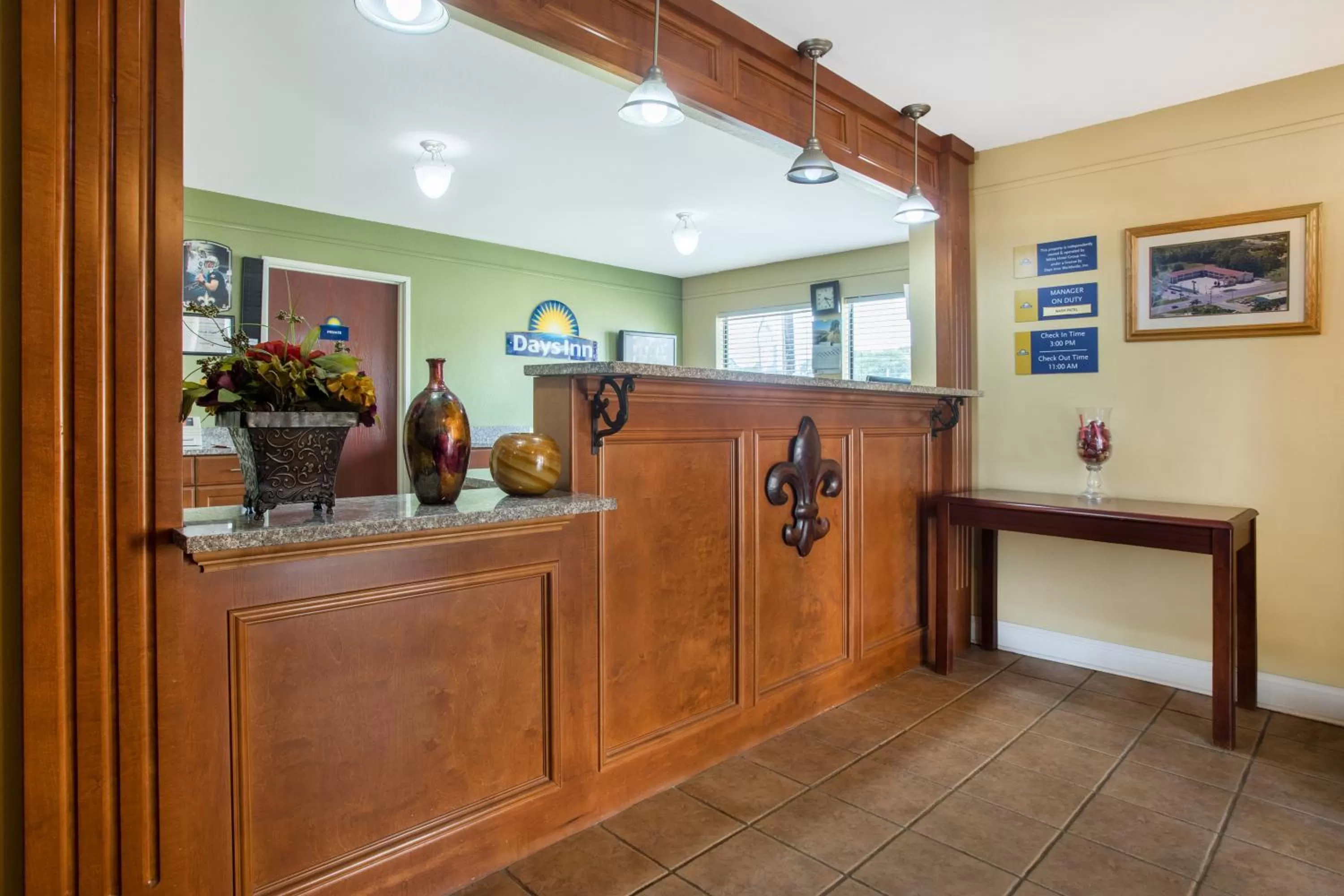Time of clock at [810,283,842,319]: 3:23
